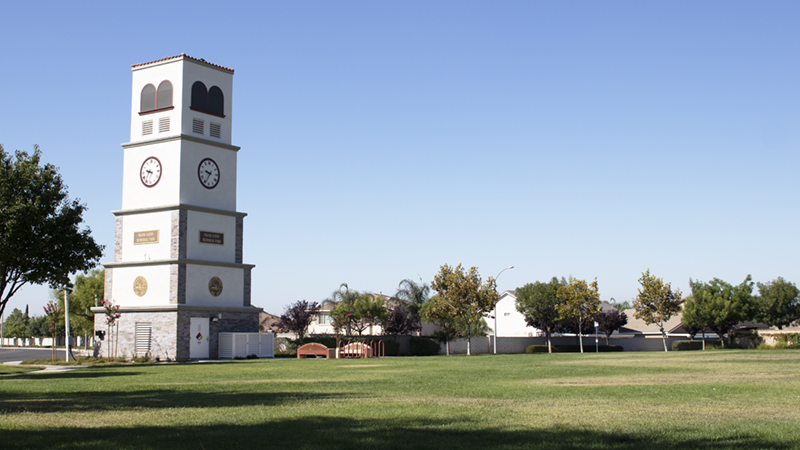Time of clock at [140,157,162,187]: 9:36
